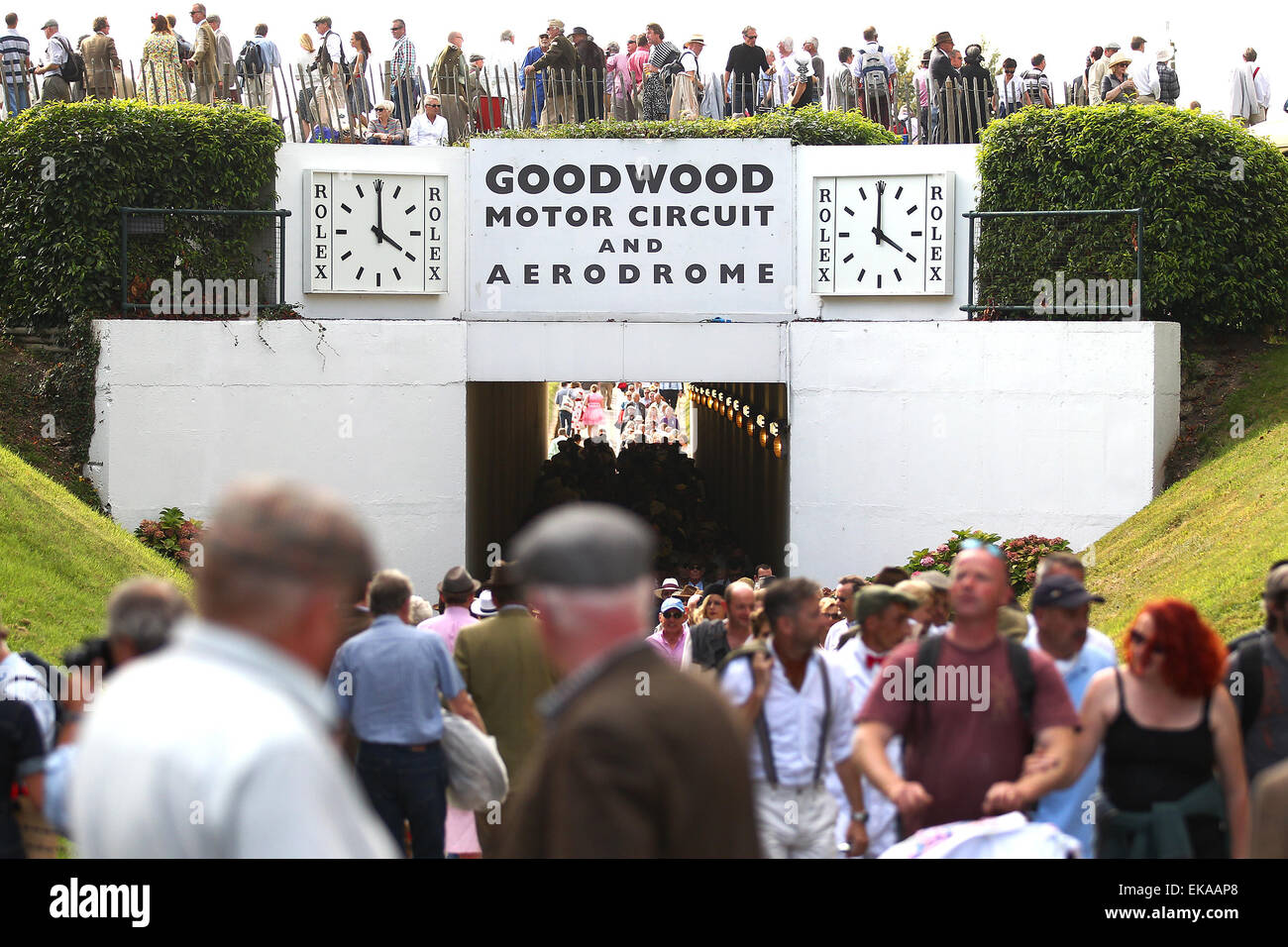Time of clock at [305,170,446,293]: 4:00
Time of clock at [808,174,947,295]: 4:00
